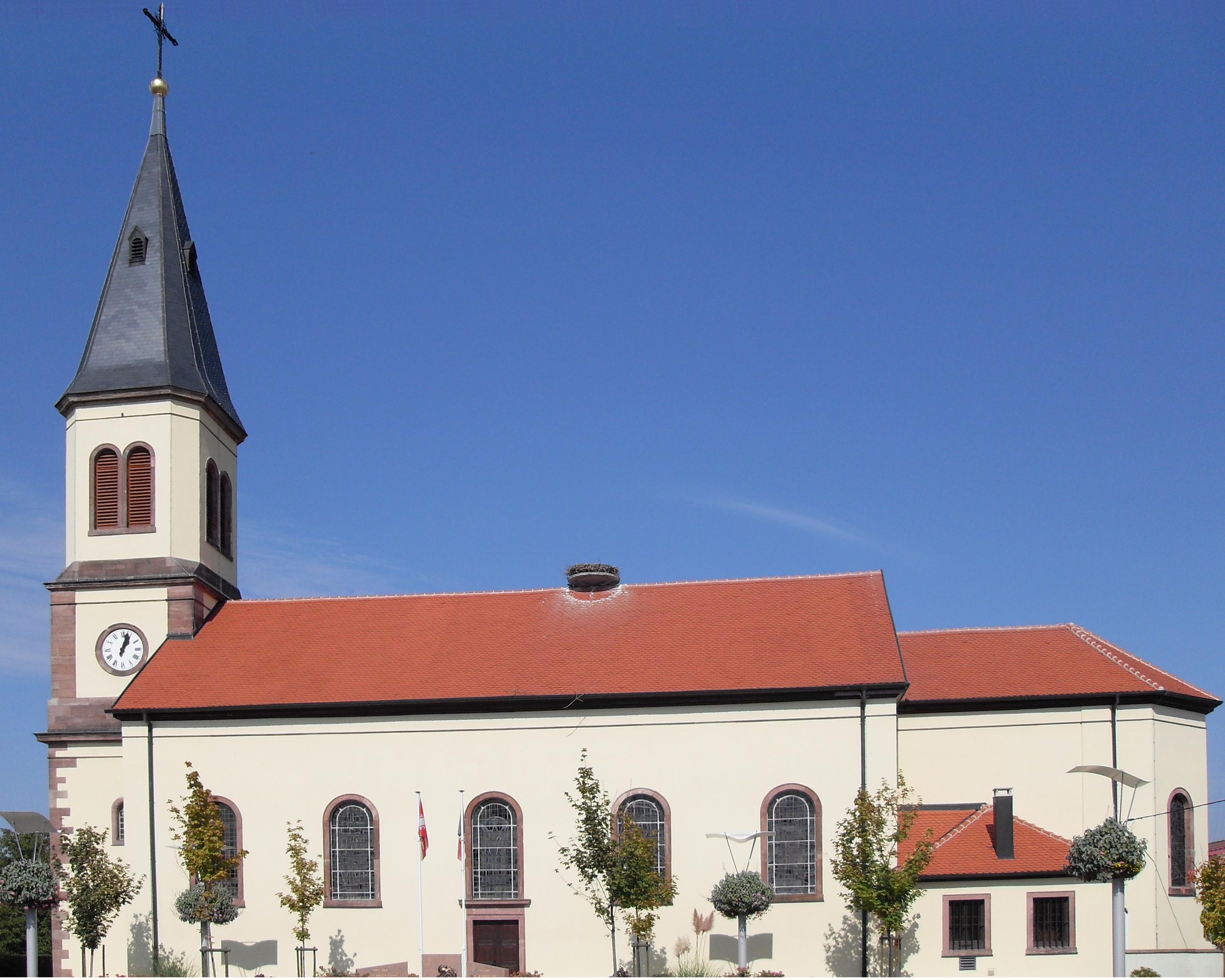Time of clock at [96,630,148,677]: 1:02
